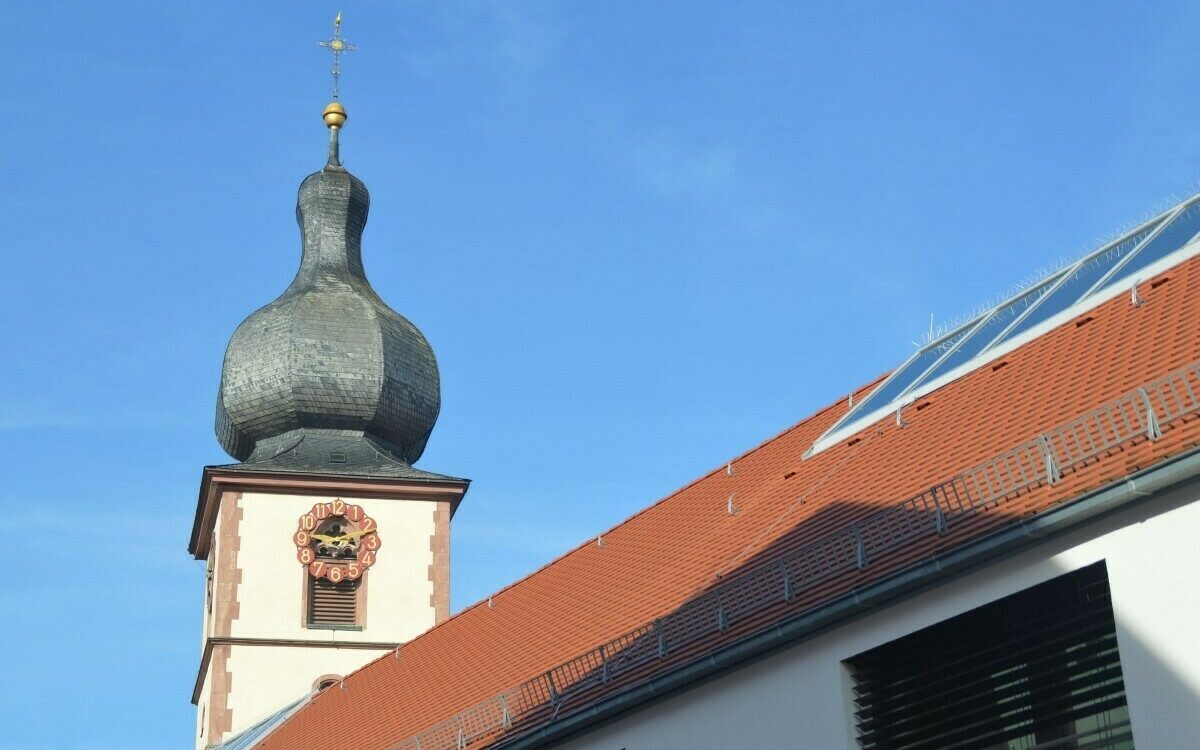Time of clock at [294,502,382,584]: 8:47
